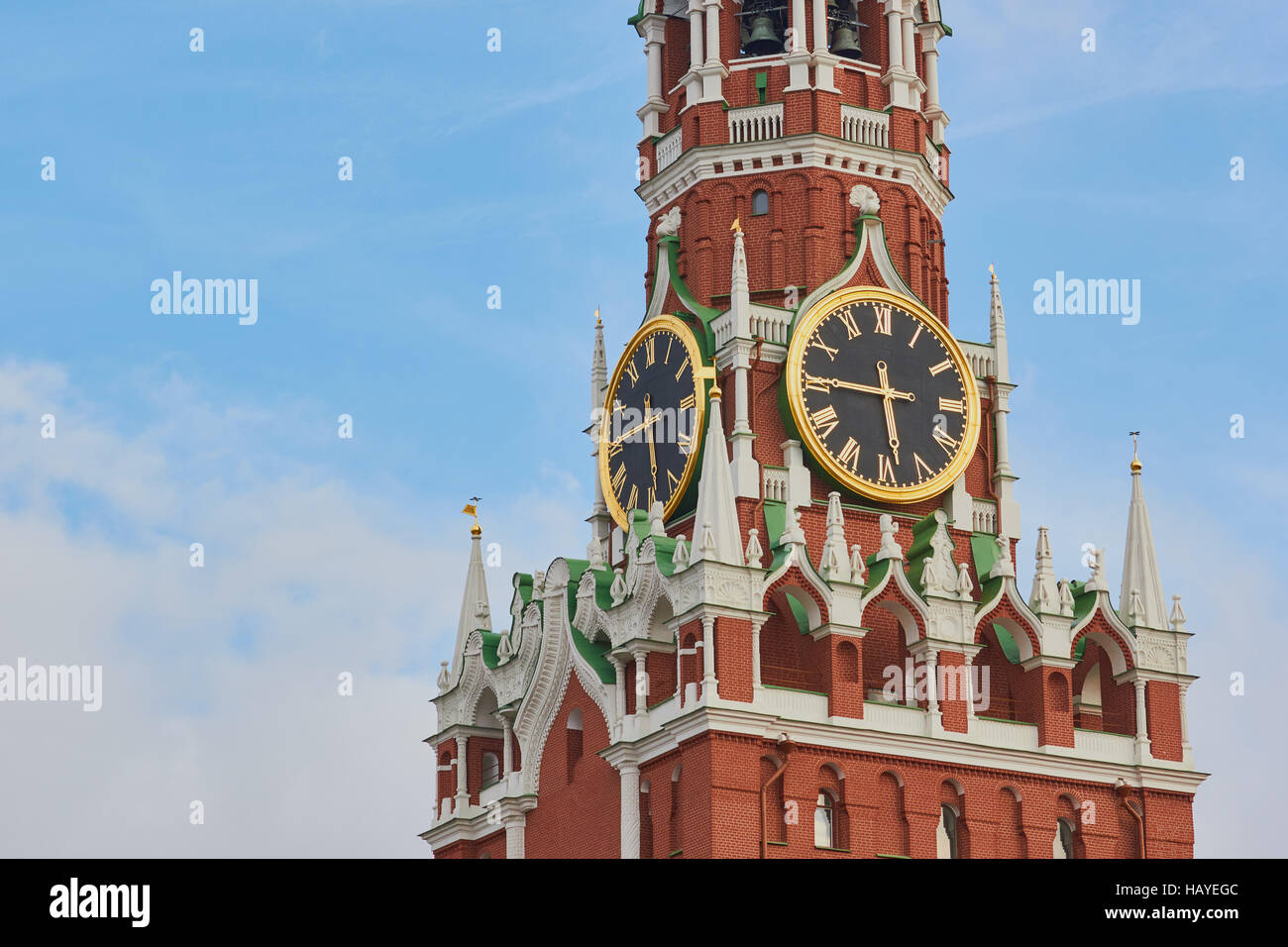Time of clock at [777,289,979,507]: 5:45
